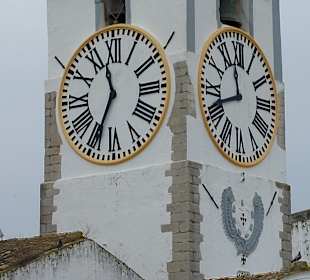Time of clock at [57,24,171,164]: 11:34
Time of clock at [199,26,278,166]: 11:41
